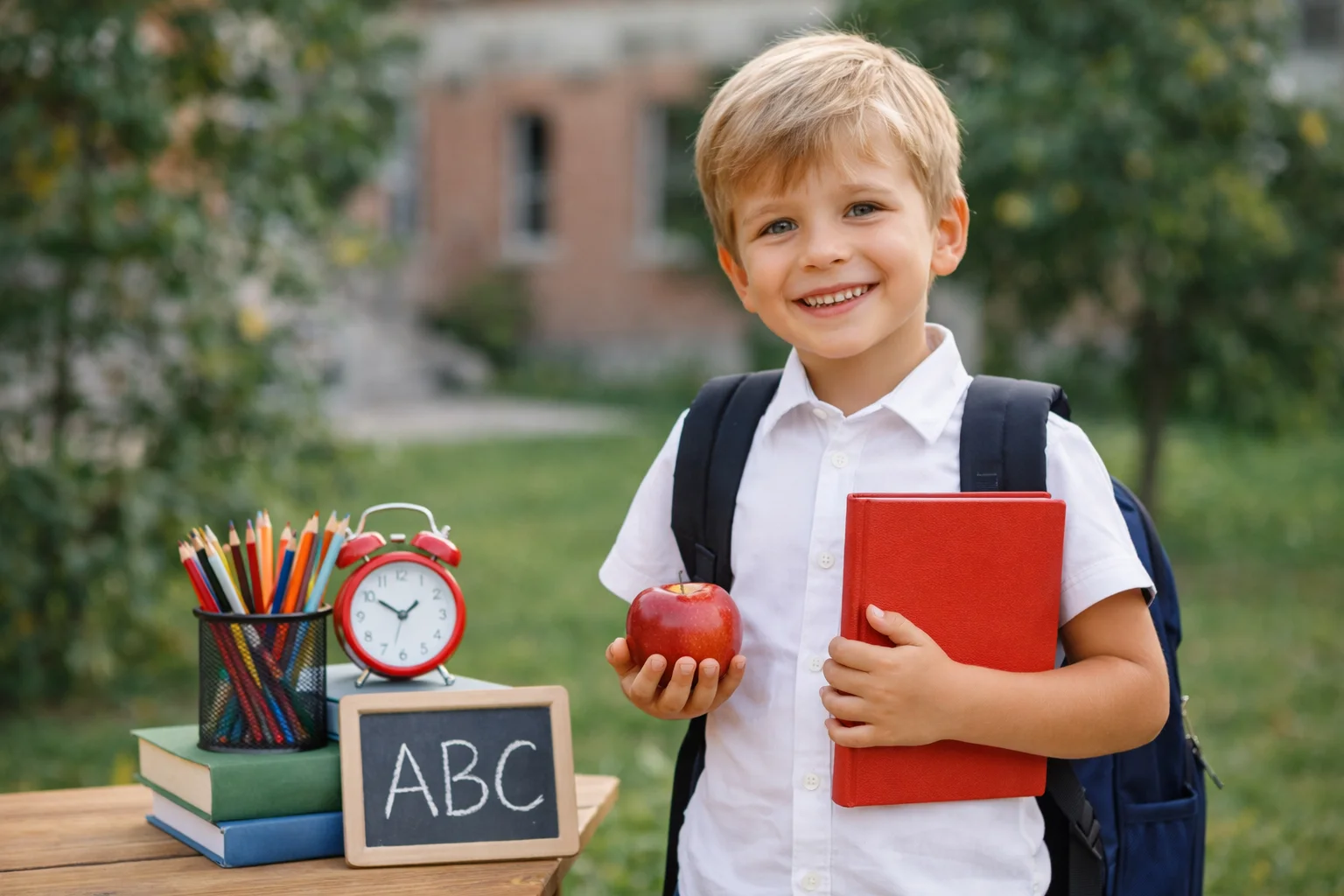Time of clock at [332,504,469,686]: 1:50
